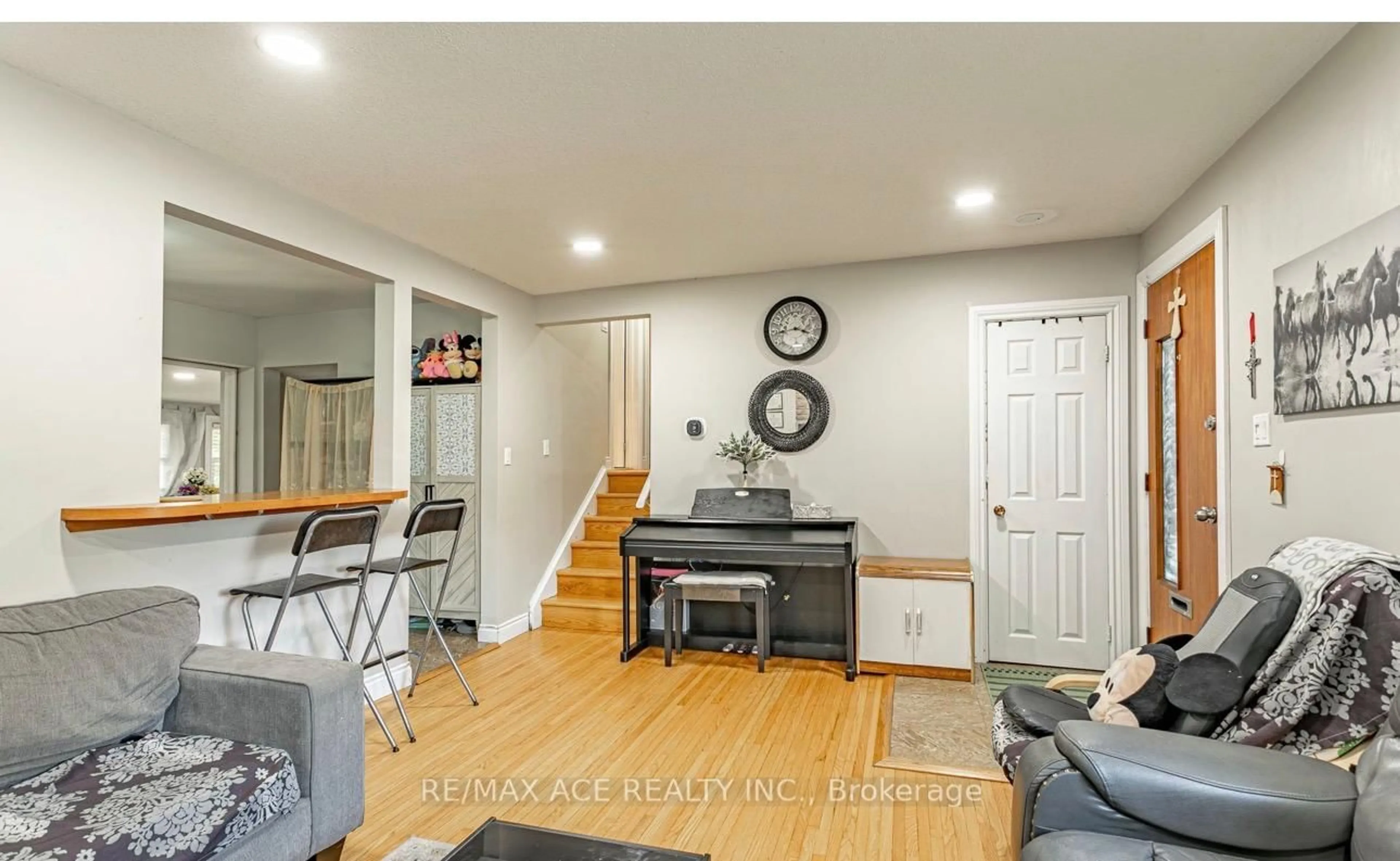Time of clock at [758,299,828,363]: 3:43
